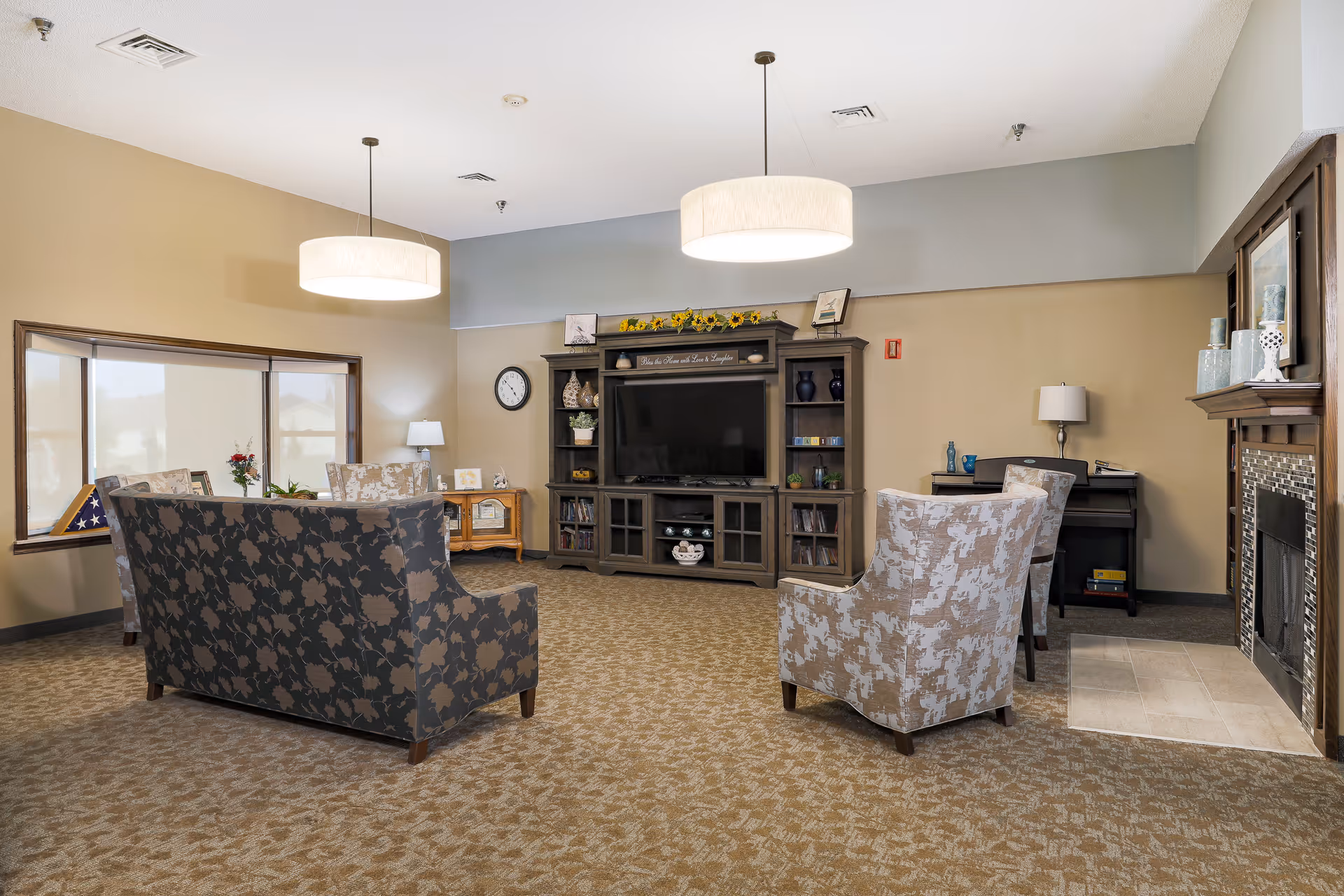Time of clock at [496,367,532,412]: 4:52
